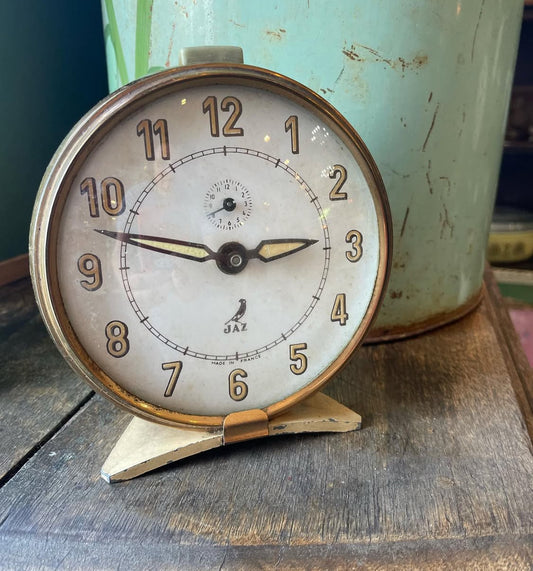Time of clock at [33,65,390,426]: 2:47
